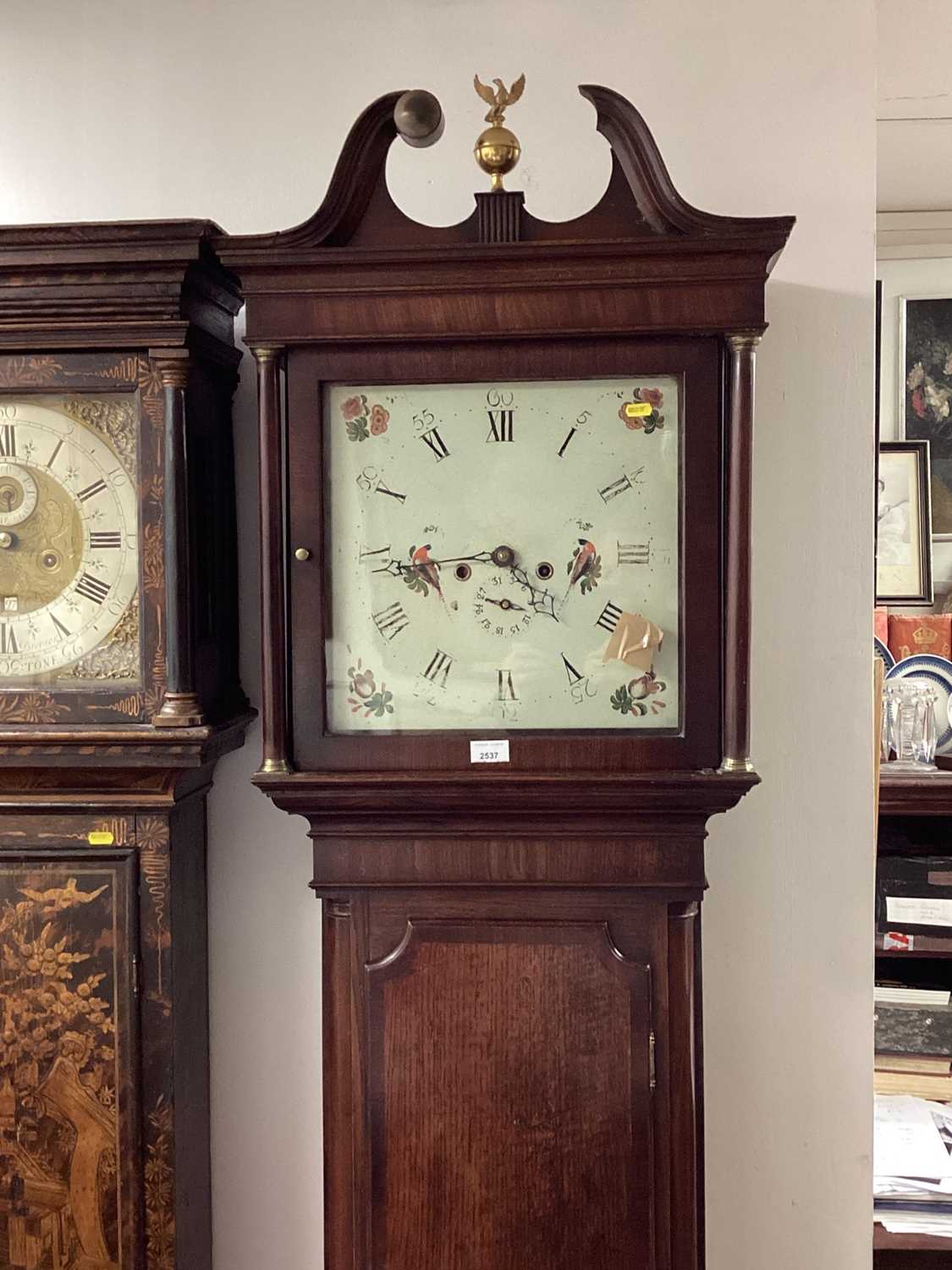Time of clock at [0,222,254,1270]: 2:44
